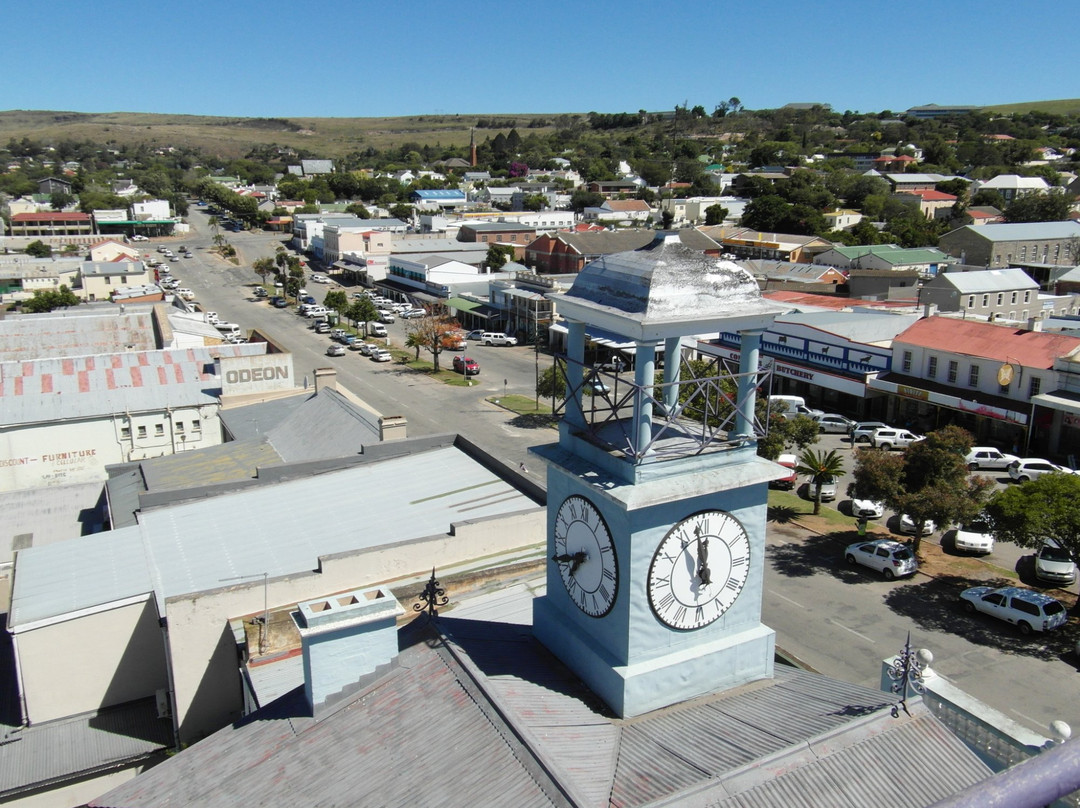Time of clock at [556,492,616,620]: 7:41
